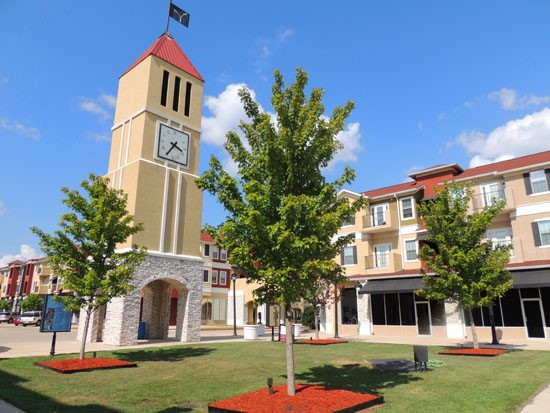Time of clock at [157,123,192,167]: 3:35
